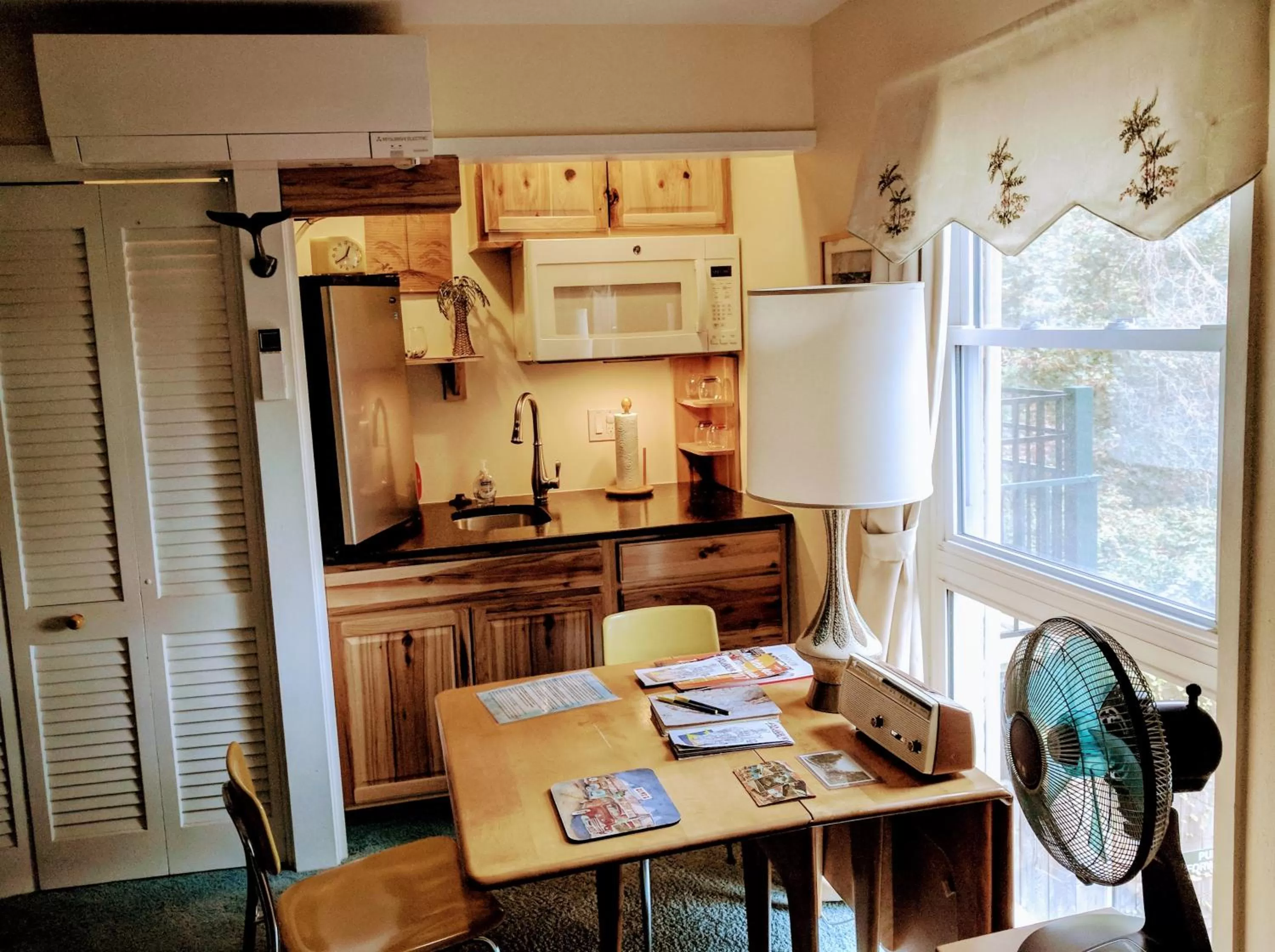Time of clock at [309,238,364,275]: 12:39
